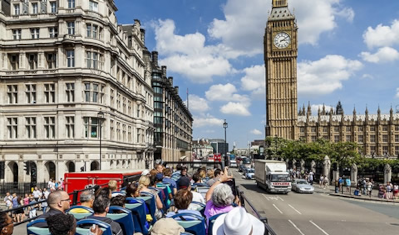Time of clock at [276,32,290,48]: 3:09
